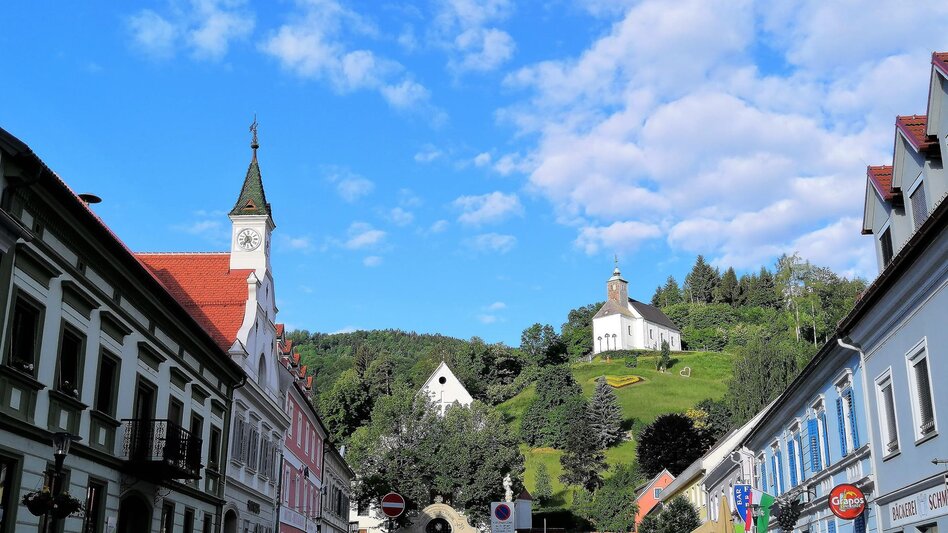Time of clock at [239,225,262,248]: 7:25
